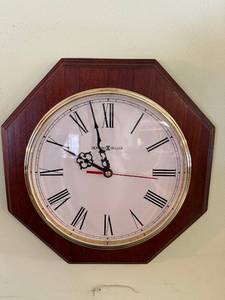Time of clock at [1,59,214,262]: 9:57
